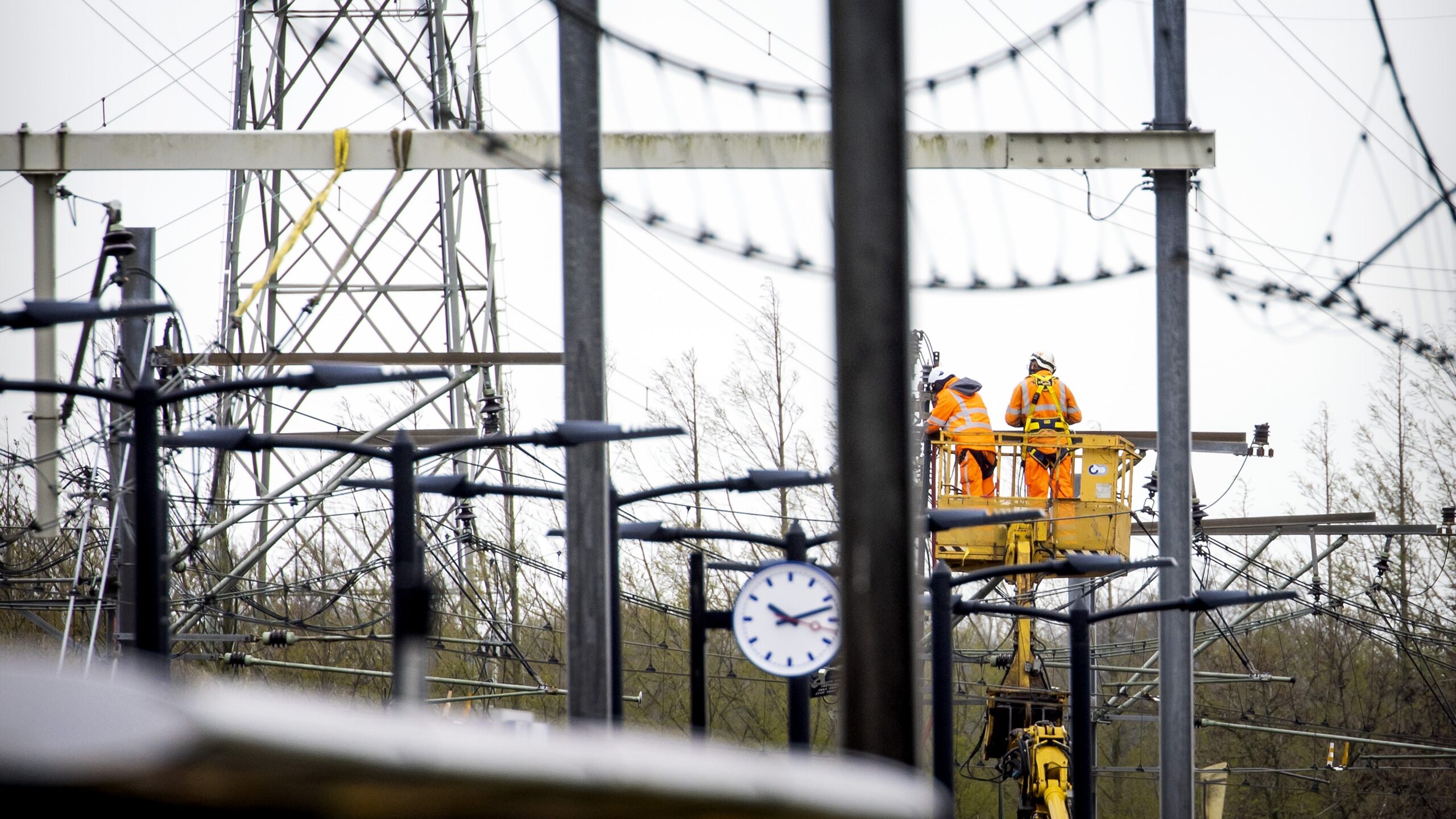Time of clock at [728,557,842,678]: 10:12
